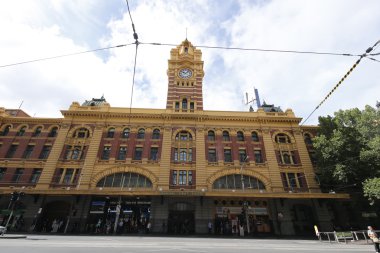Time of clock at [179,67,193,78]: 10:07
